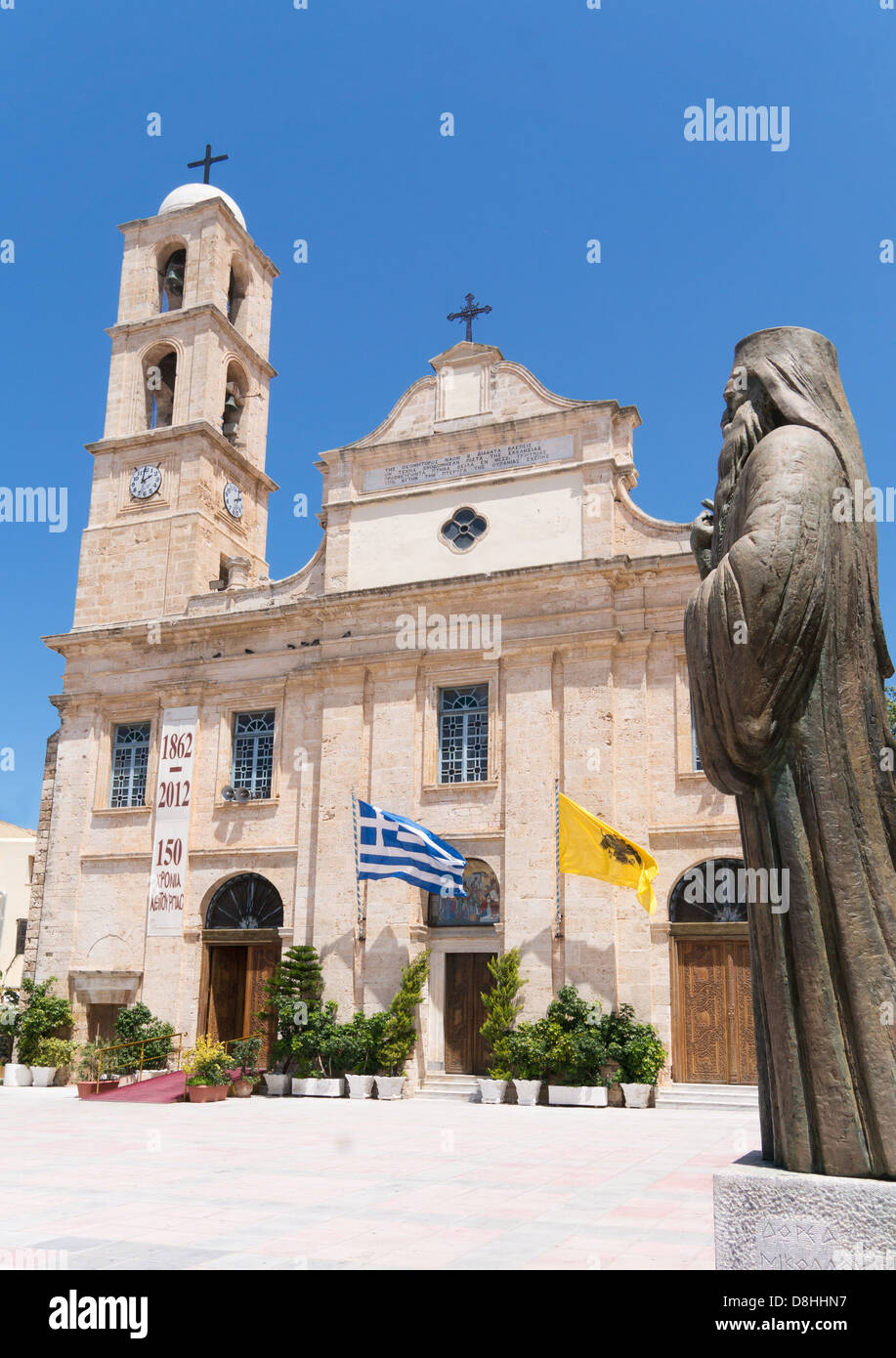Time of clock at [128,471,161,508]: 2:00
